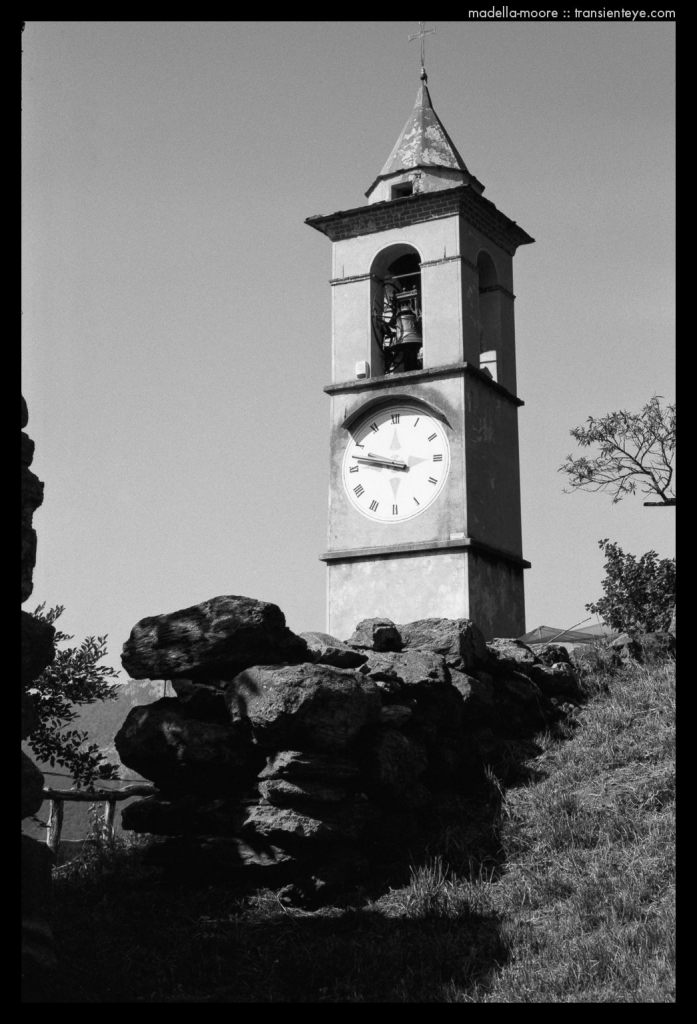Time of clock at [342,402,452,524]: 9:47
